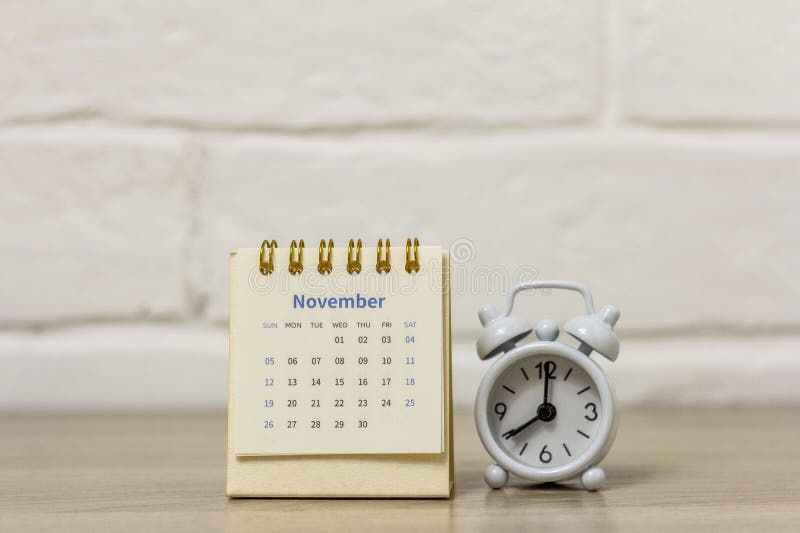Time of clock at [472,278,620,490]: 8:00
